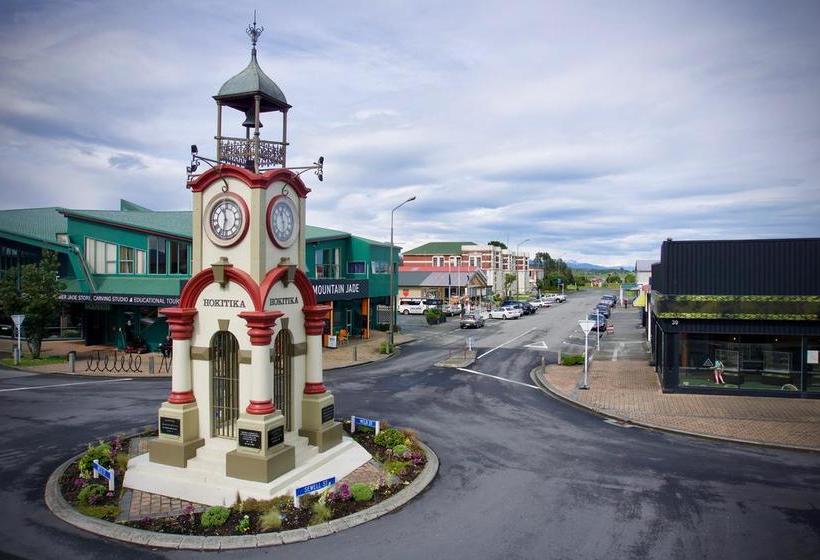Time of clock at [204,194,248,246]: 11:32
